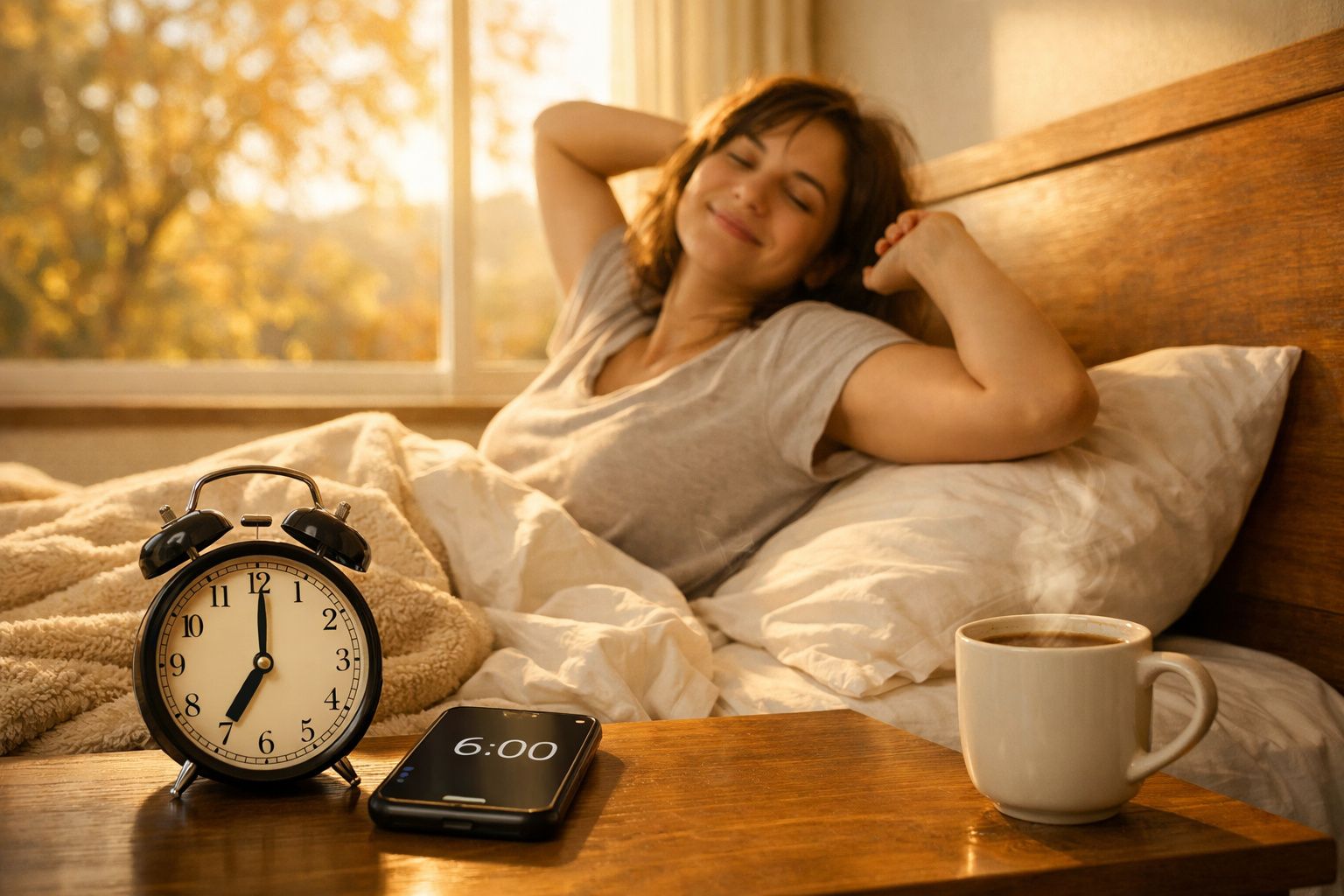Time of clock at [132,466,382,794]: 7:00
